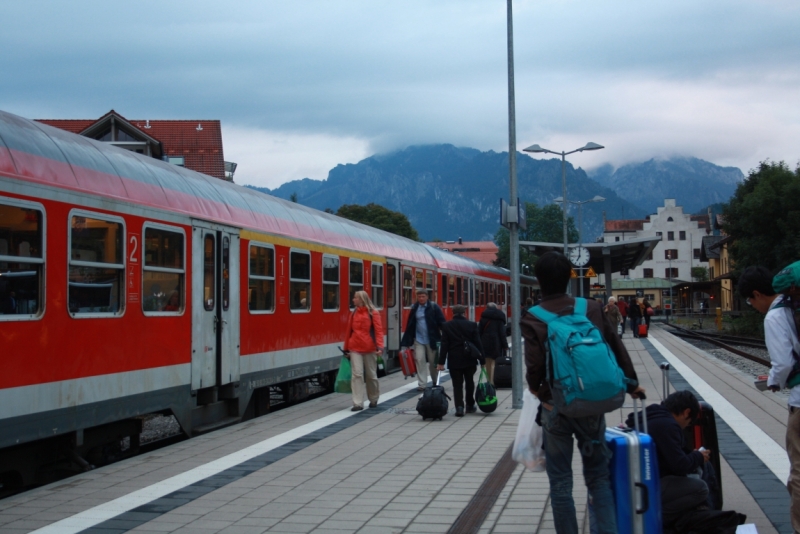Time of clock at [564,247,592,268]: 7:00
